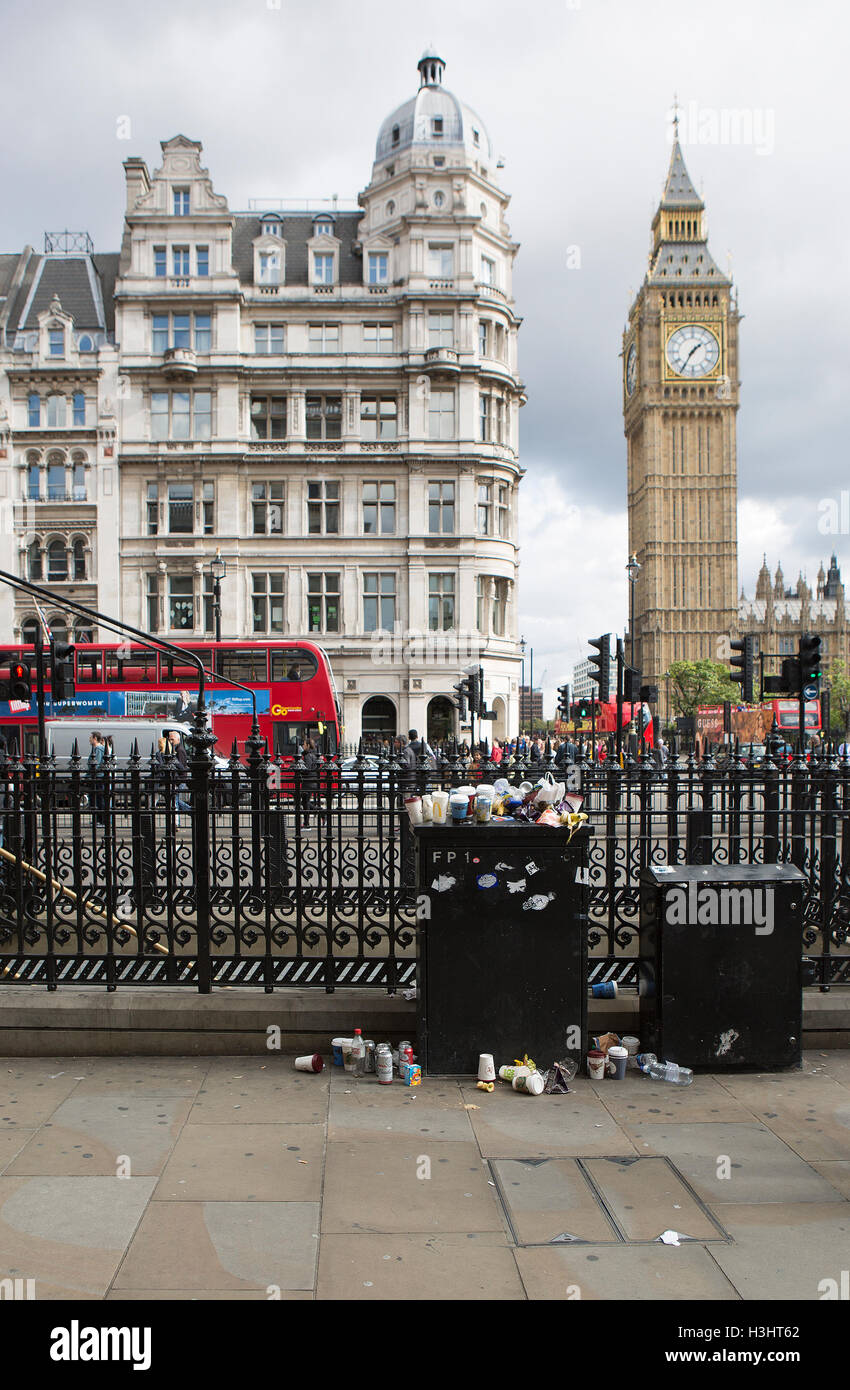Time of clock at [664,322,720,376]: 1:35
